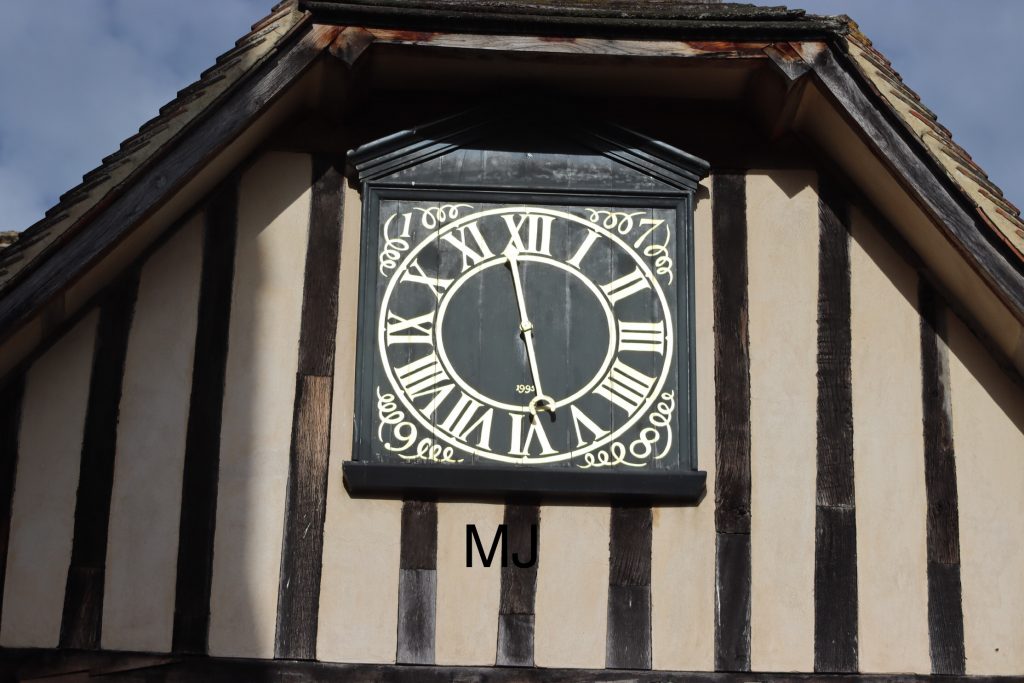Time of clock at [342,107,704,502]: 5:58
